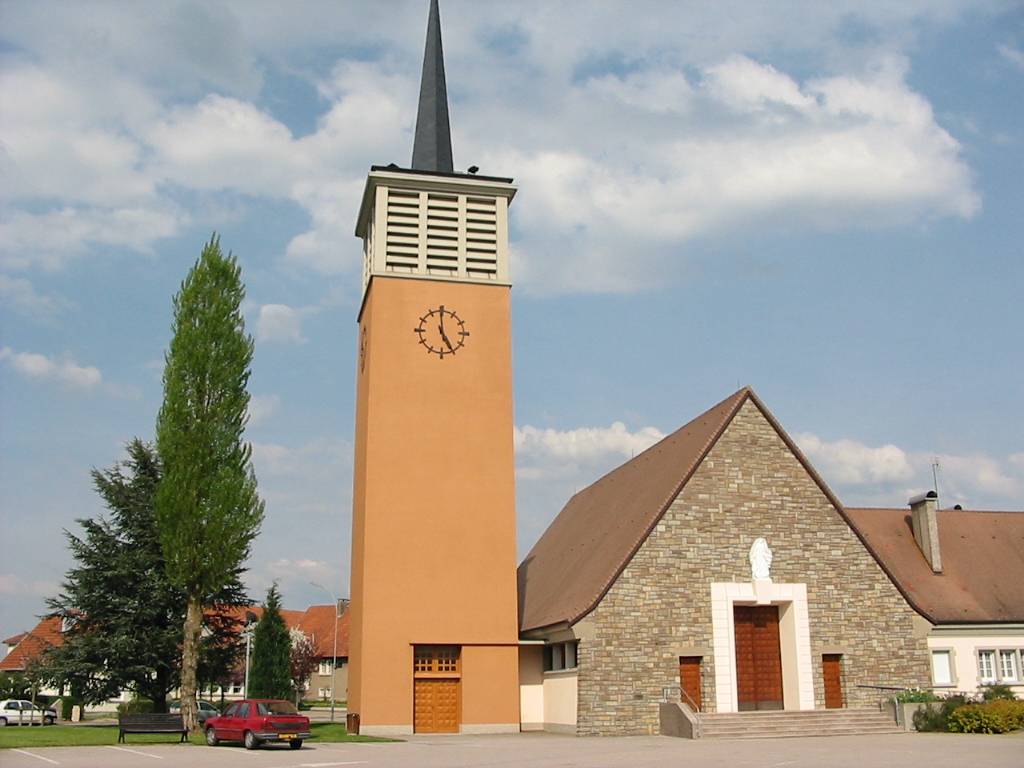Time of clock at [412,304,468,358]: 4:59
